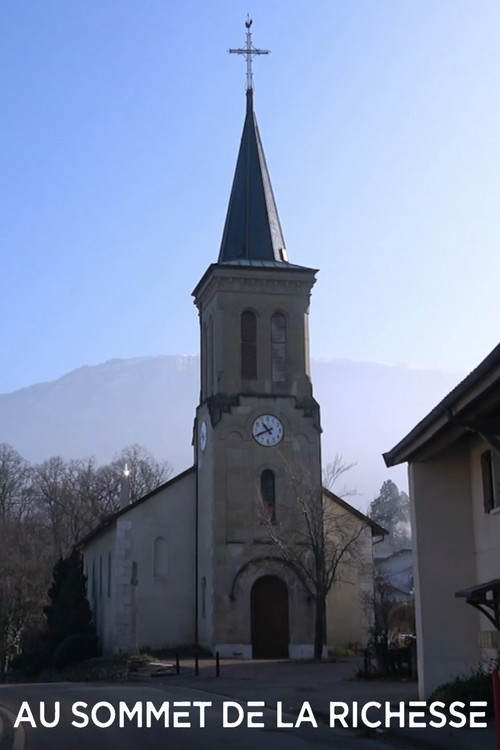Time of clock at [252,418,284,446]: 10:41
